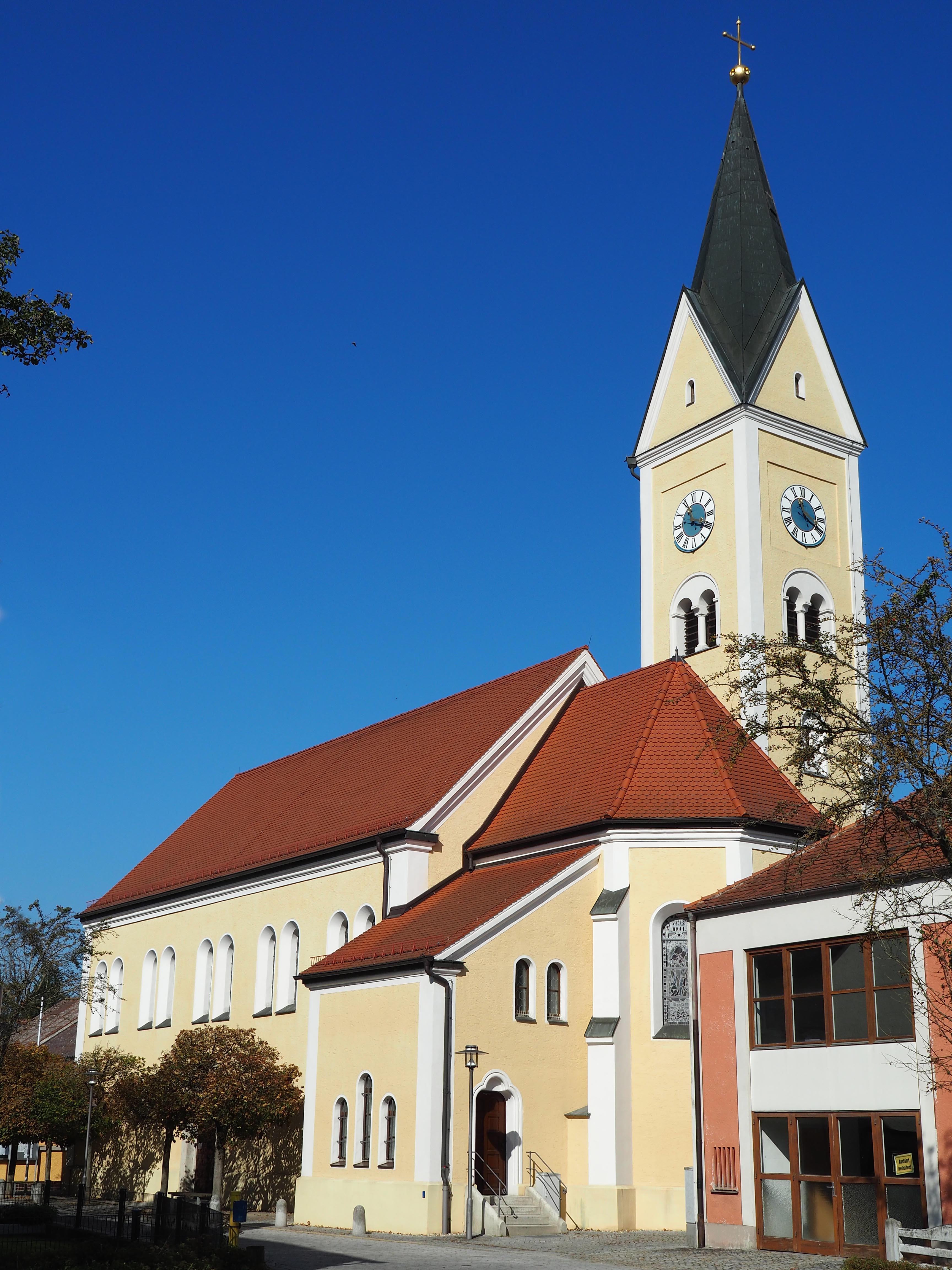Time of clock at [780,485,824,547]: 11:19
